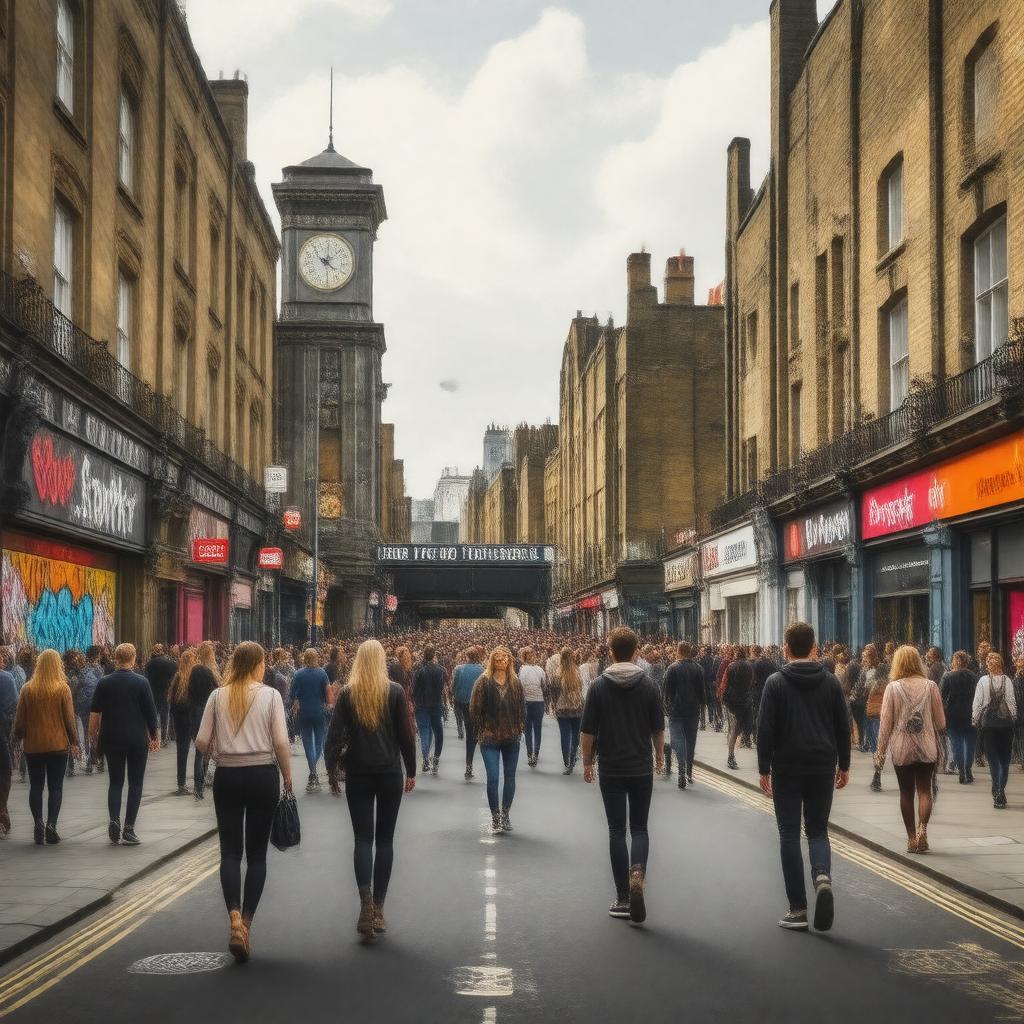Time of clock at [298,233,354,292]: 4:29
